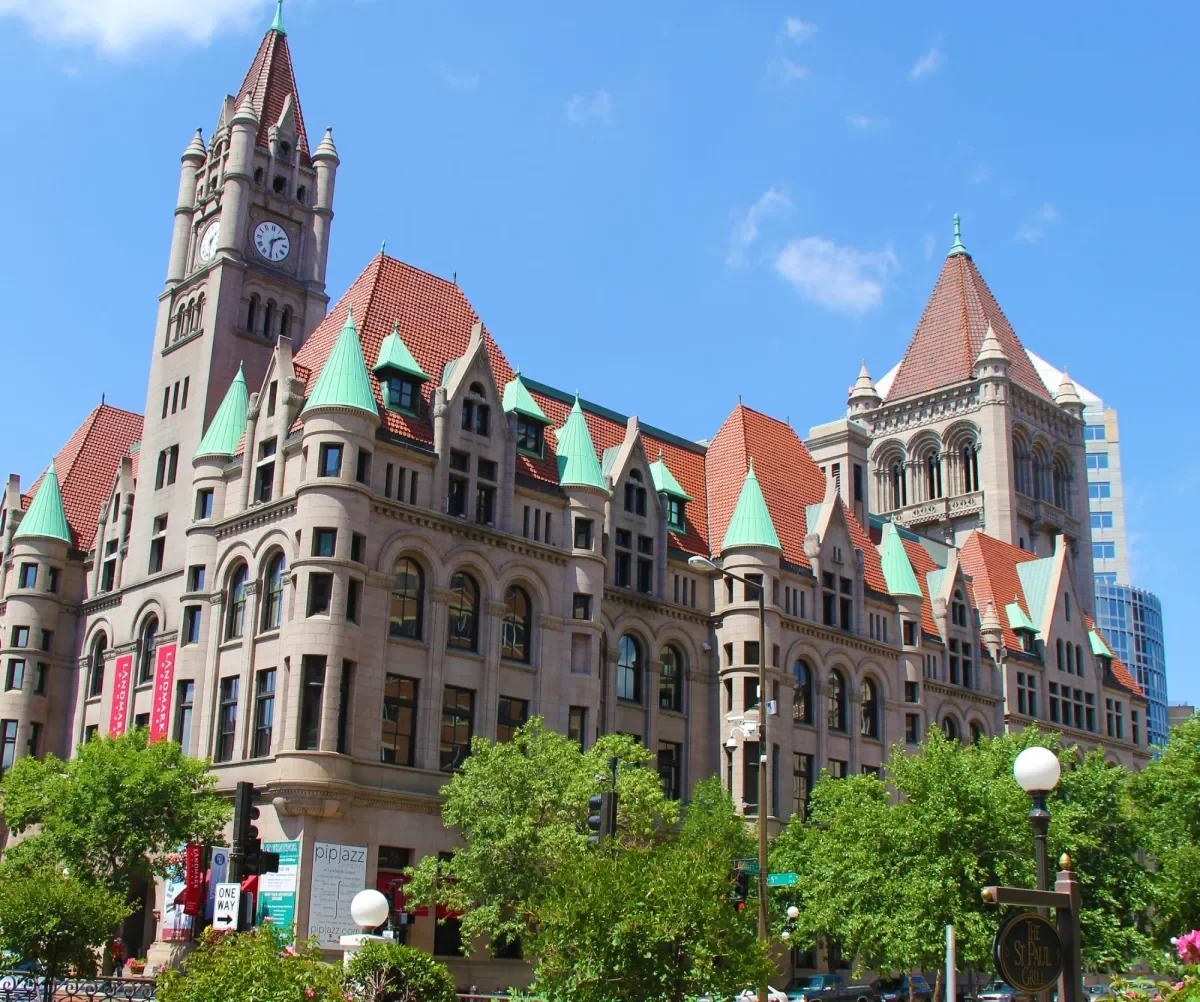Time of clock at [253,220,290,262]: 1:30
